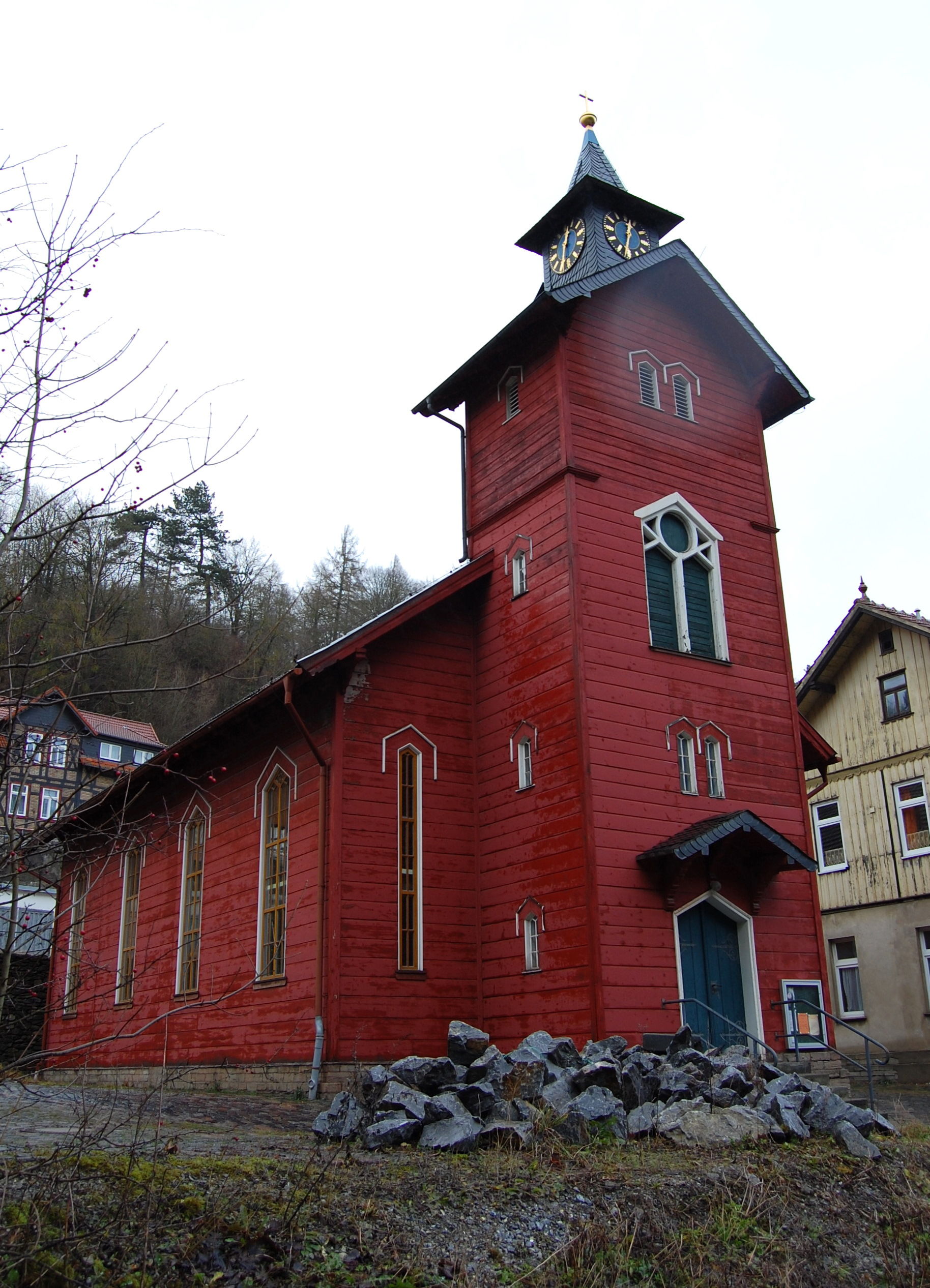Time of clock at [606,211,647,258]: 12:32
